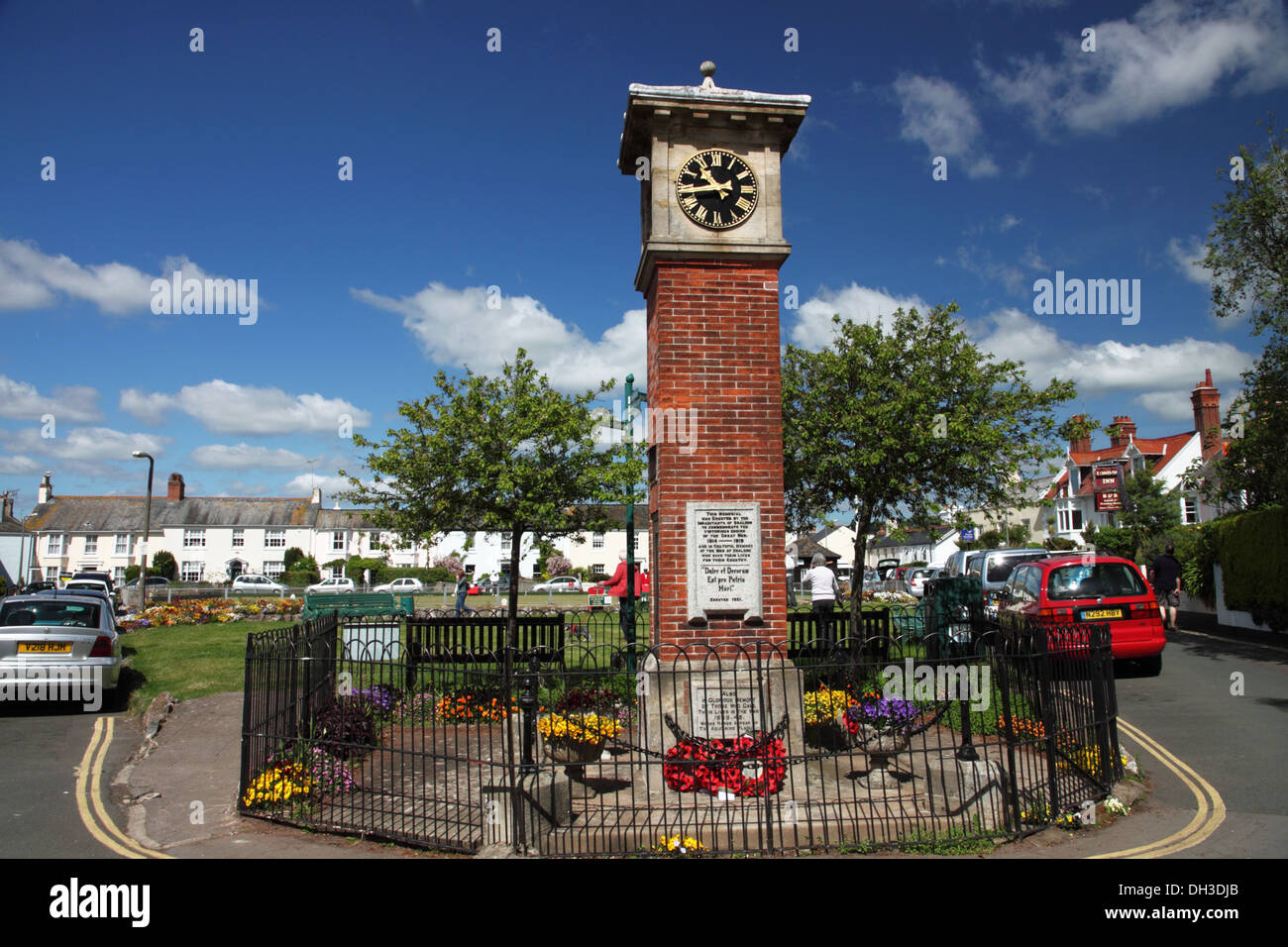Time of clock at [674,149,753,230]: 10:43
